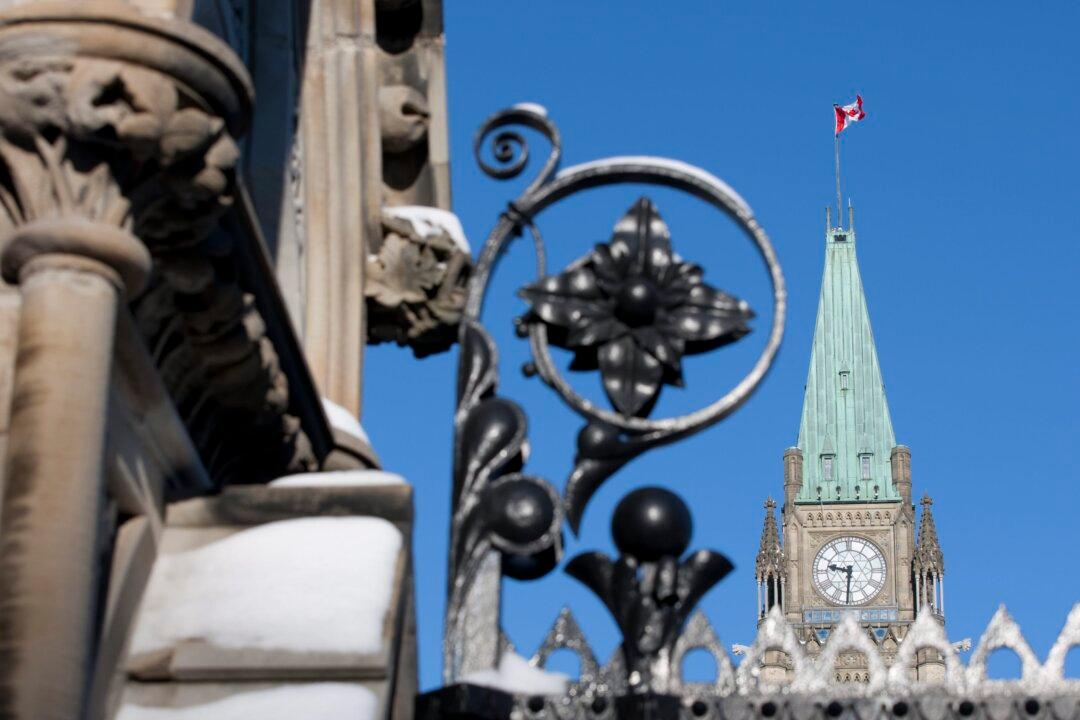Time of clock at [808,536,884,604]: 9:31
